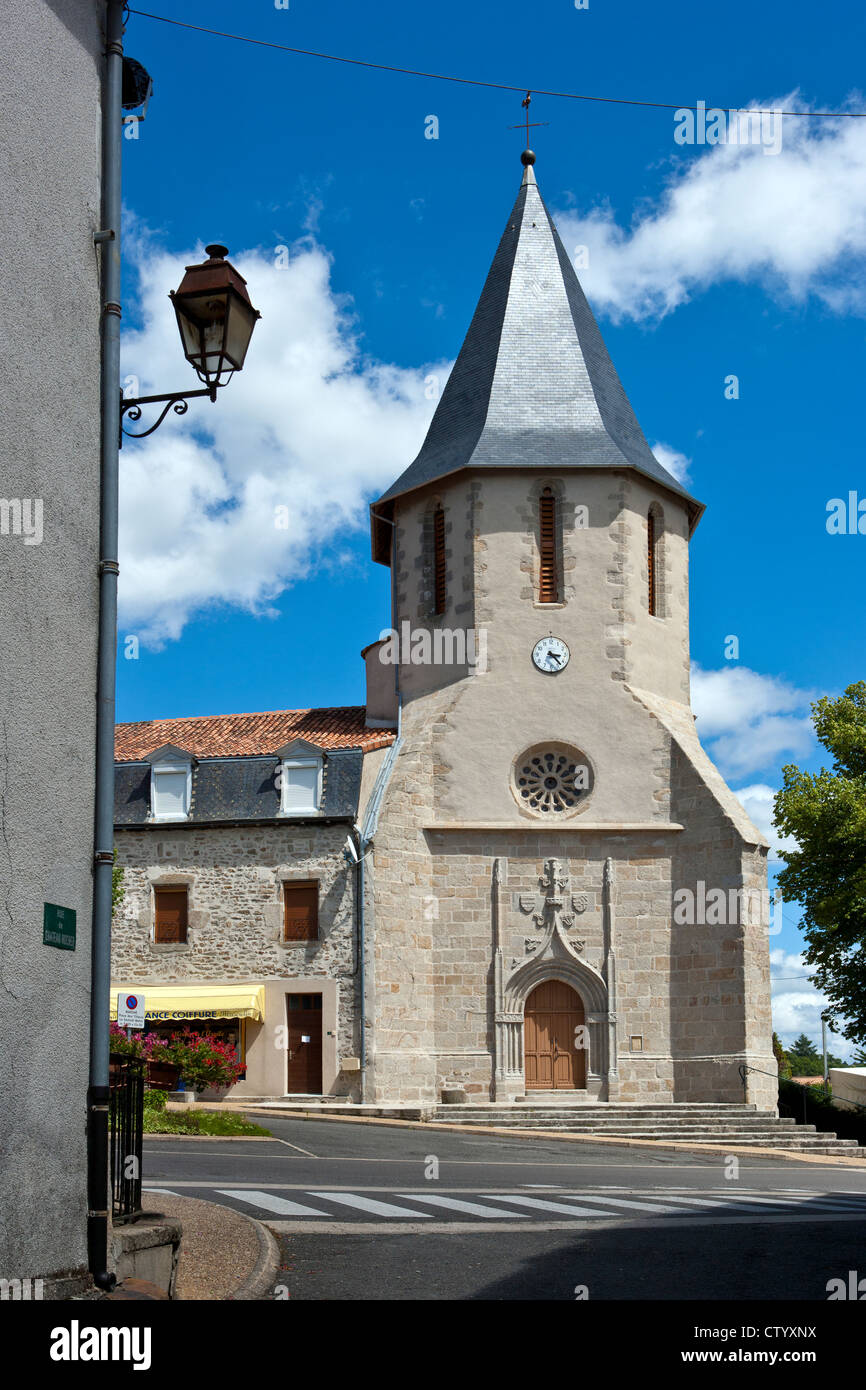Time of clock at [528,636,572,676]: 3:23
